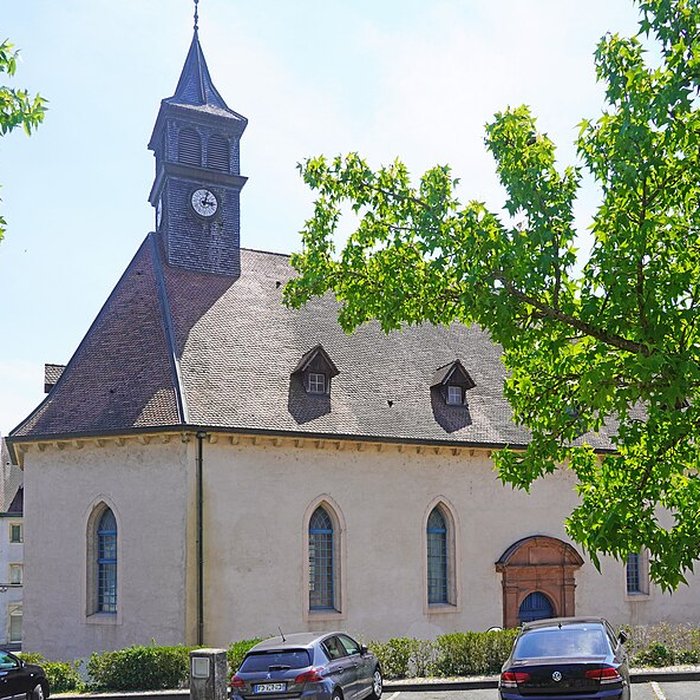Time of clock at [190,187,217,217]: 3:02
